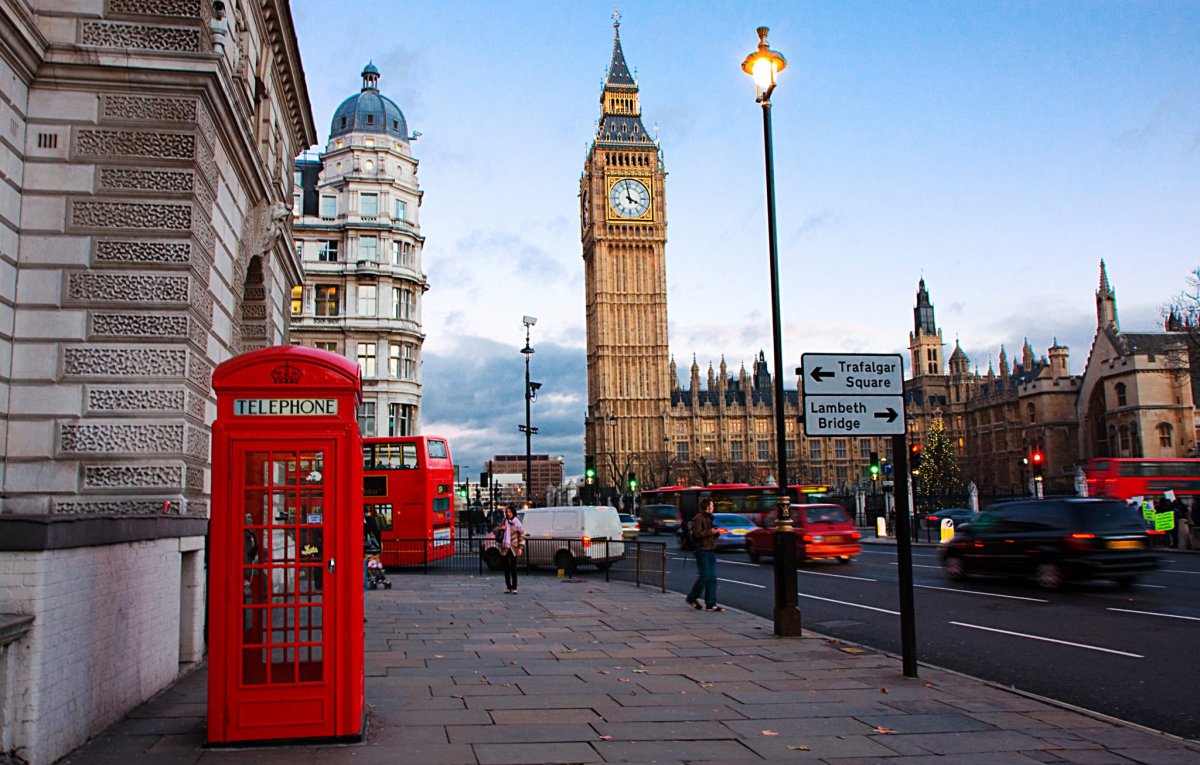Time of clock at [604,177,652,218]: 3:58
